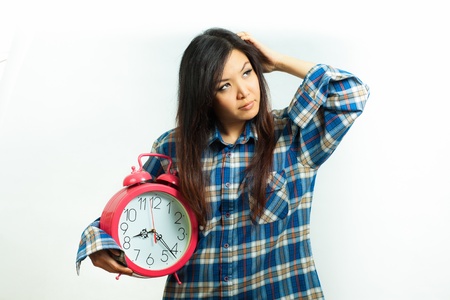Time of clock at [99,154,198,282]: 8:21
